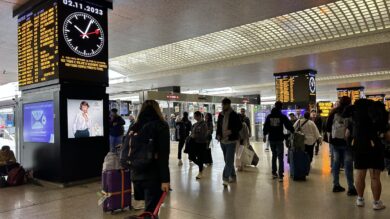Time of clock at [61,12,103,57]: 10:04
